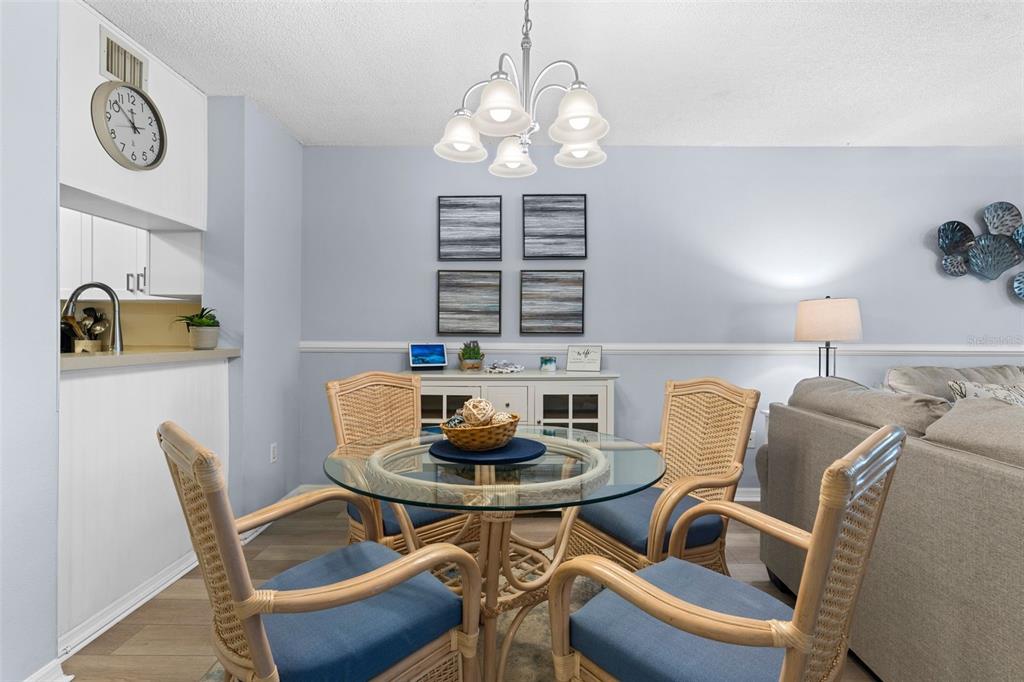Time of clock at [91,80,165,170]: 11:52
